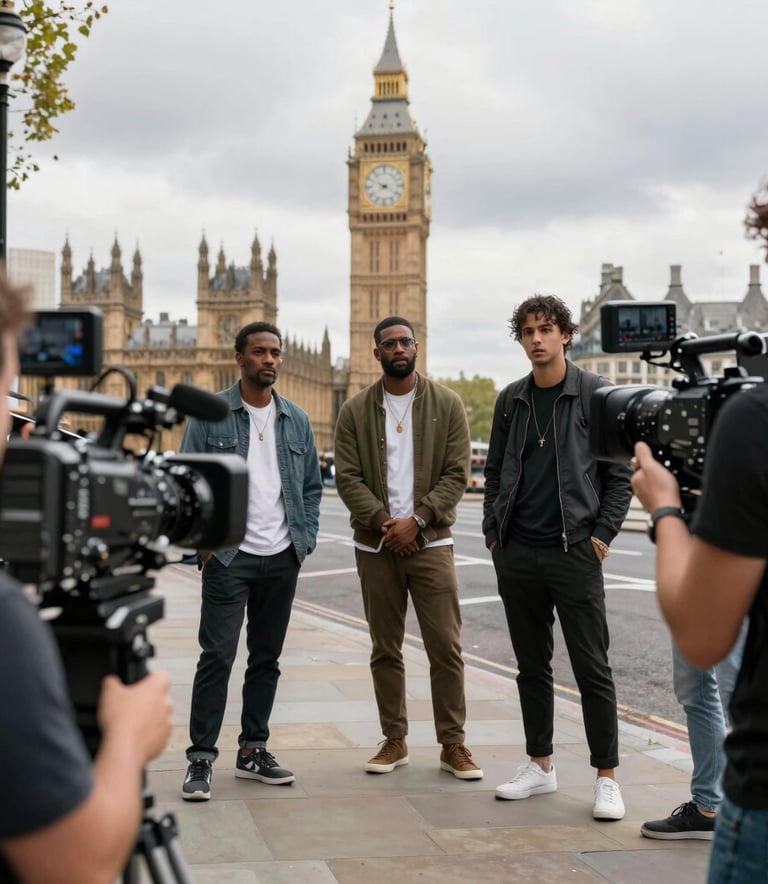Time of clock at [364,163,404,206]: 7:49
